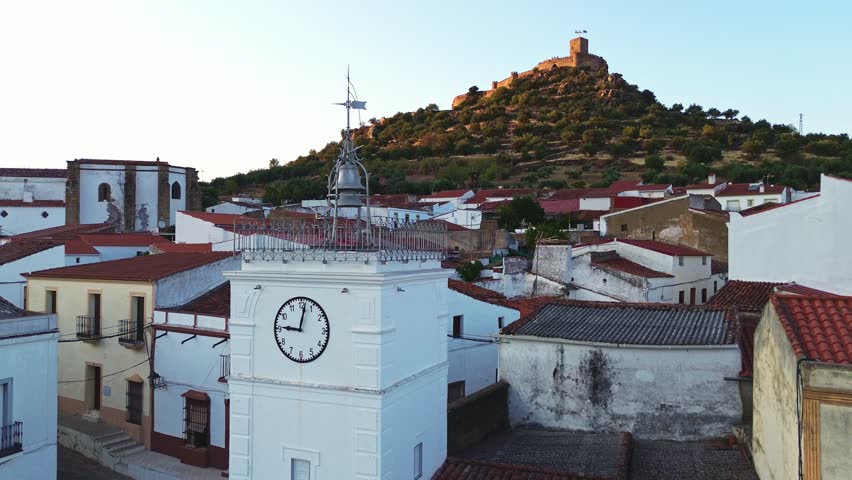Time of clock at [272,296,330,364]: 9:01
